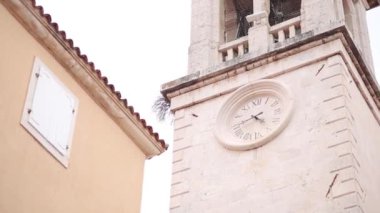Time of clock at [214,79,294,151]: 4:42
